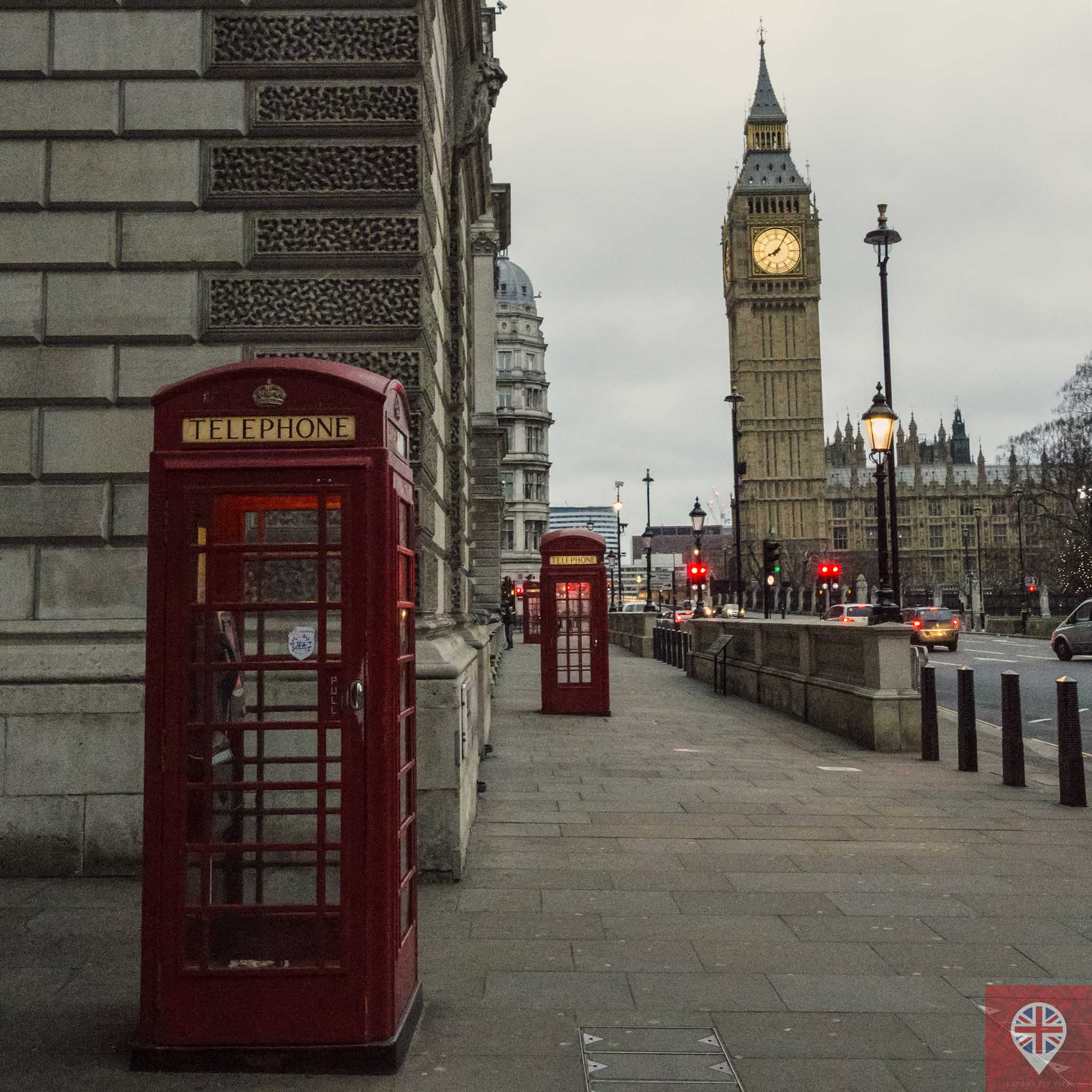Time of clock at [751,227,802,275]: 8:05
